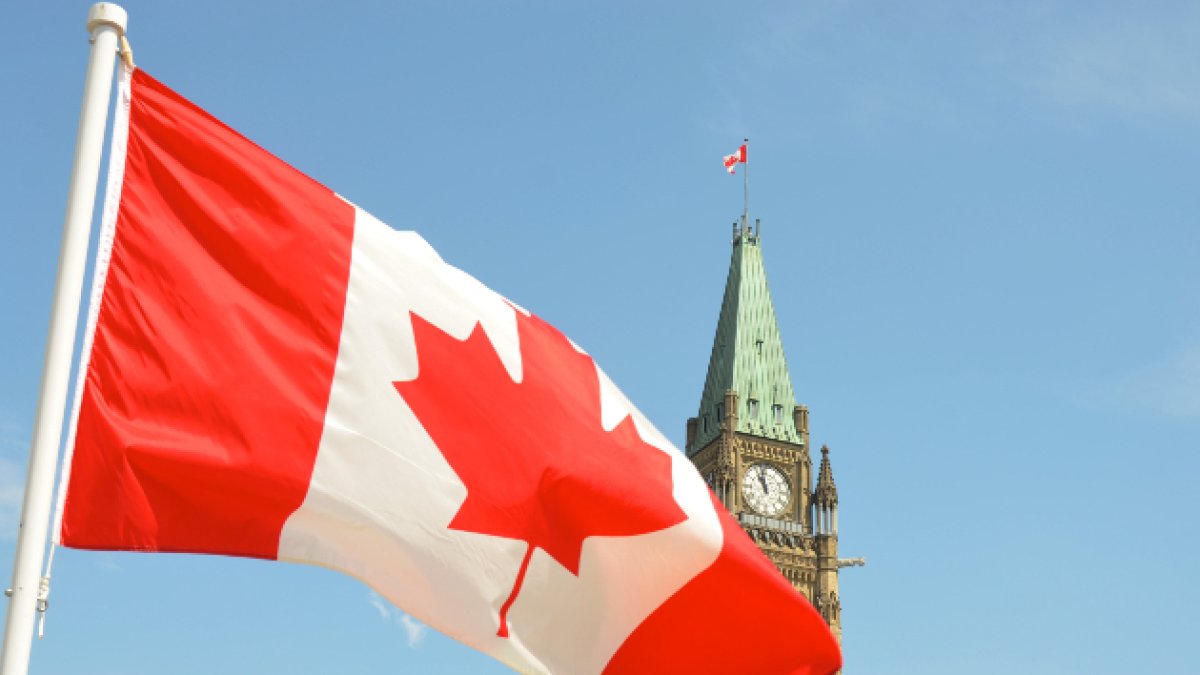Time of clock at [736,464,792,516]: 10:58
